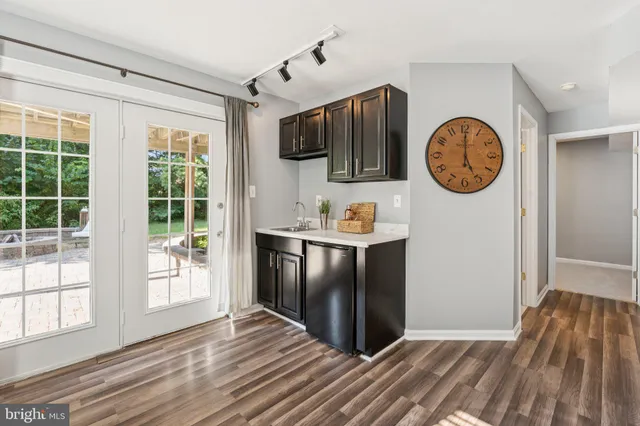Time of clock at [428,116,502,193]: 5:00
